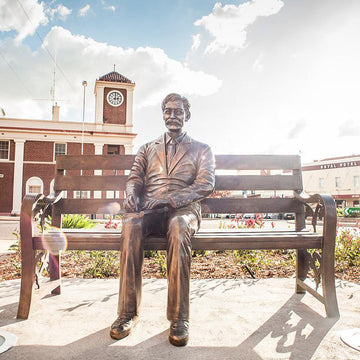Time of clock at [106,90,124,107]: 3:00
